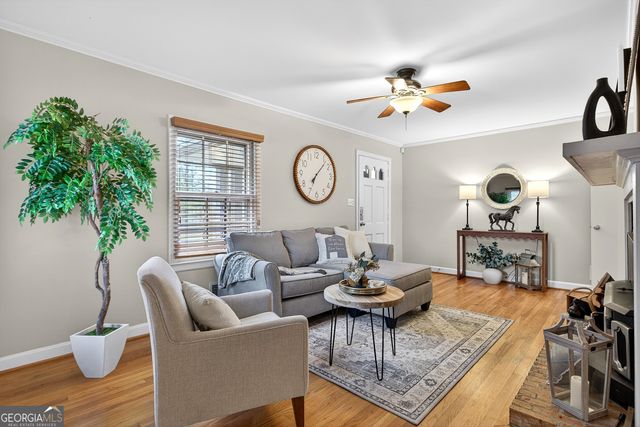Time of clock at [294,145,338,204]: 7:07
